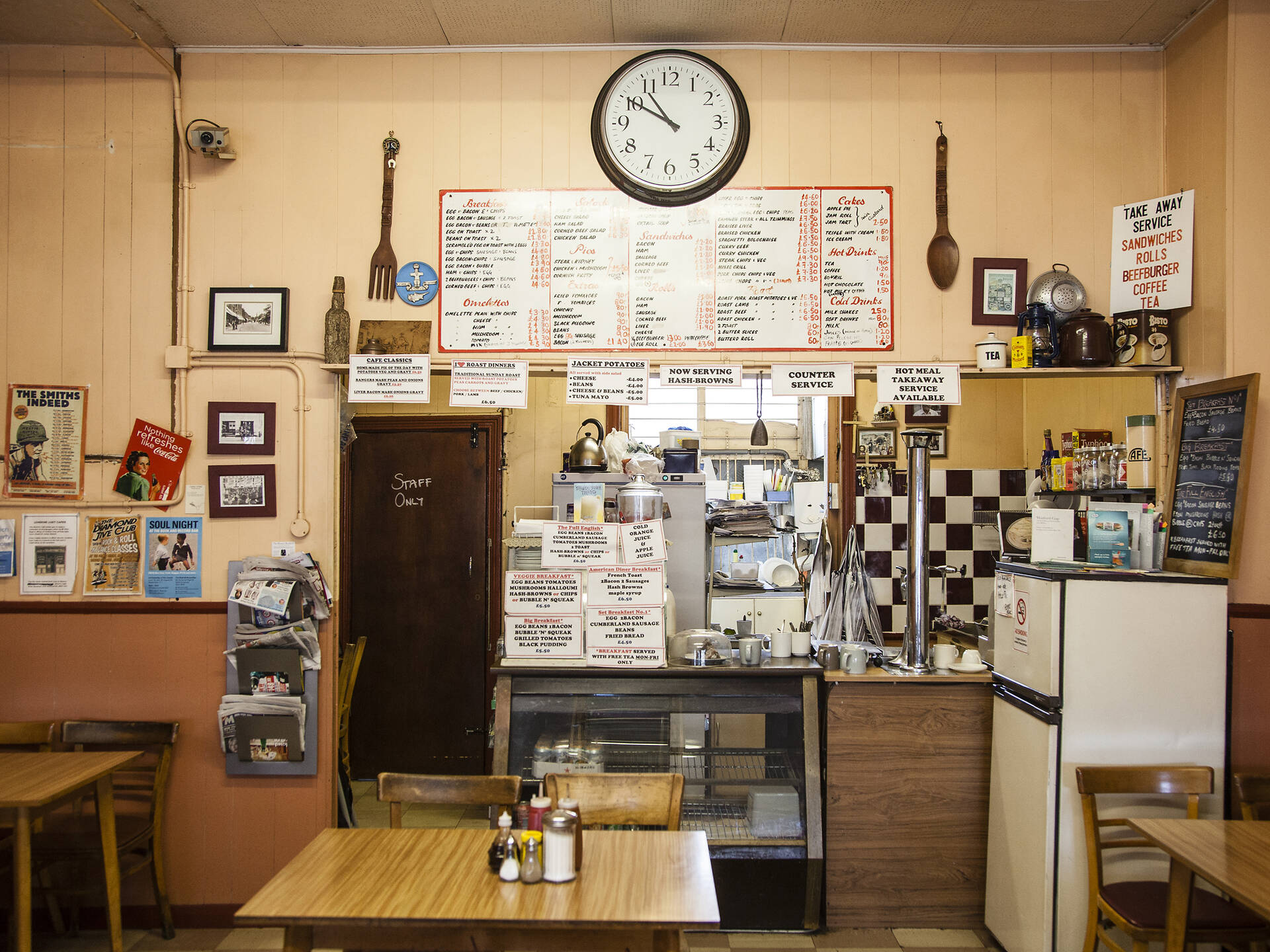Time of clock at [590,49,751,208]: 10:50
